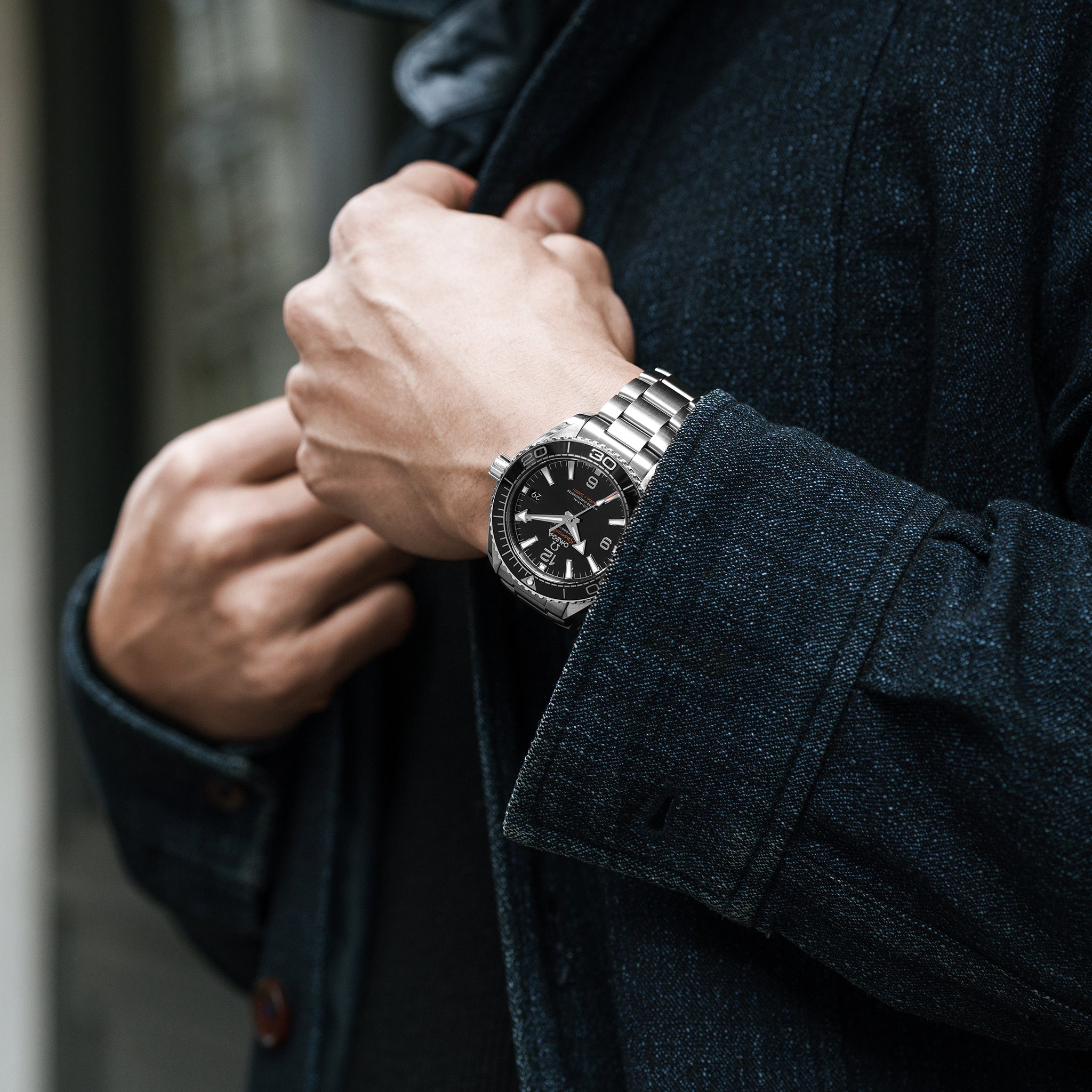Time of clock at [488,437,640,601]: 4:45
